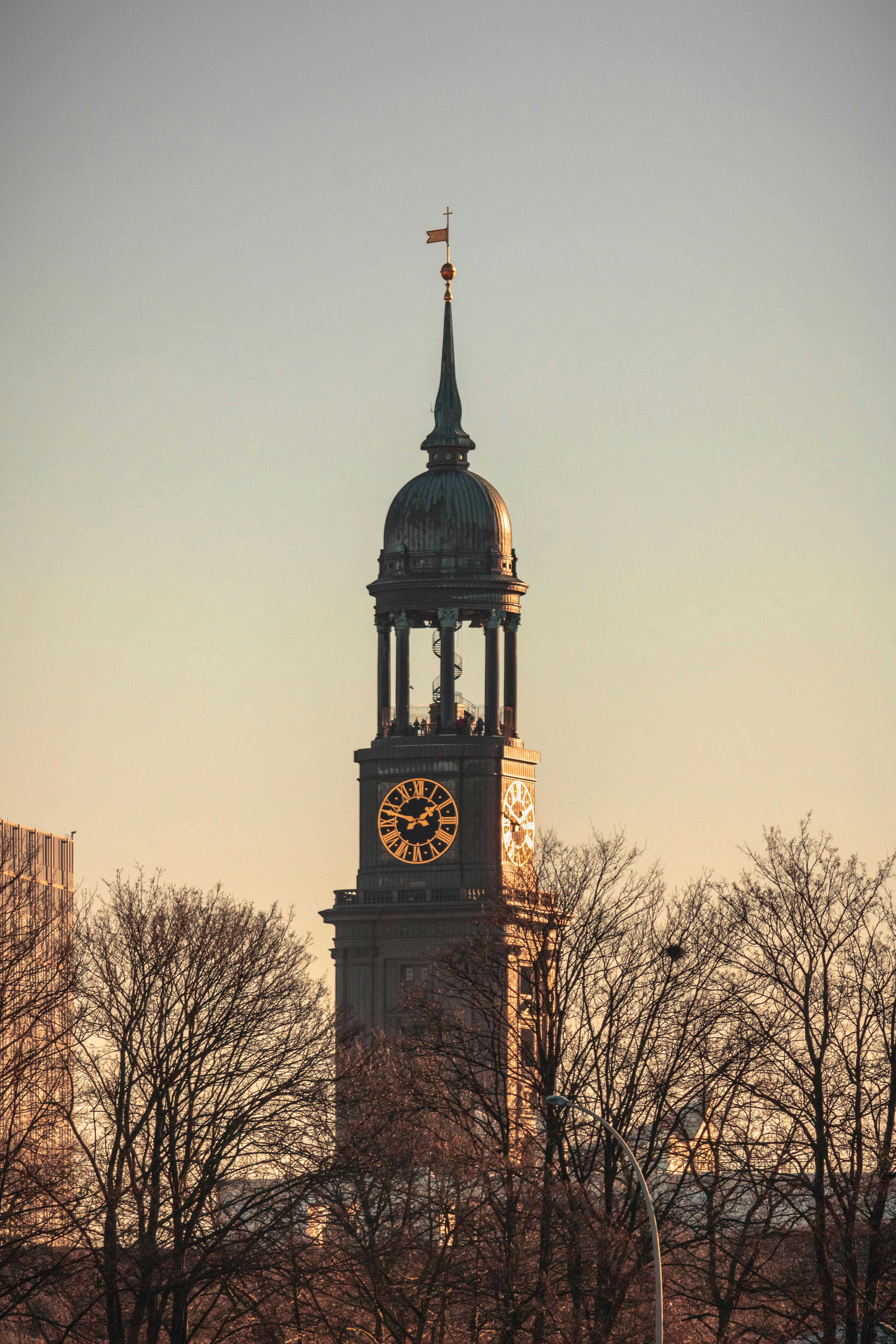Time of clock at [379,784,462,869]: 1:47
